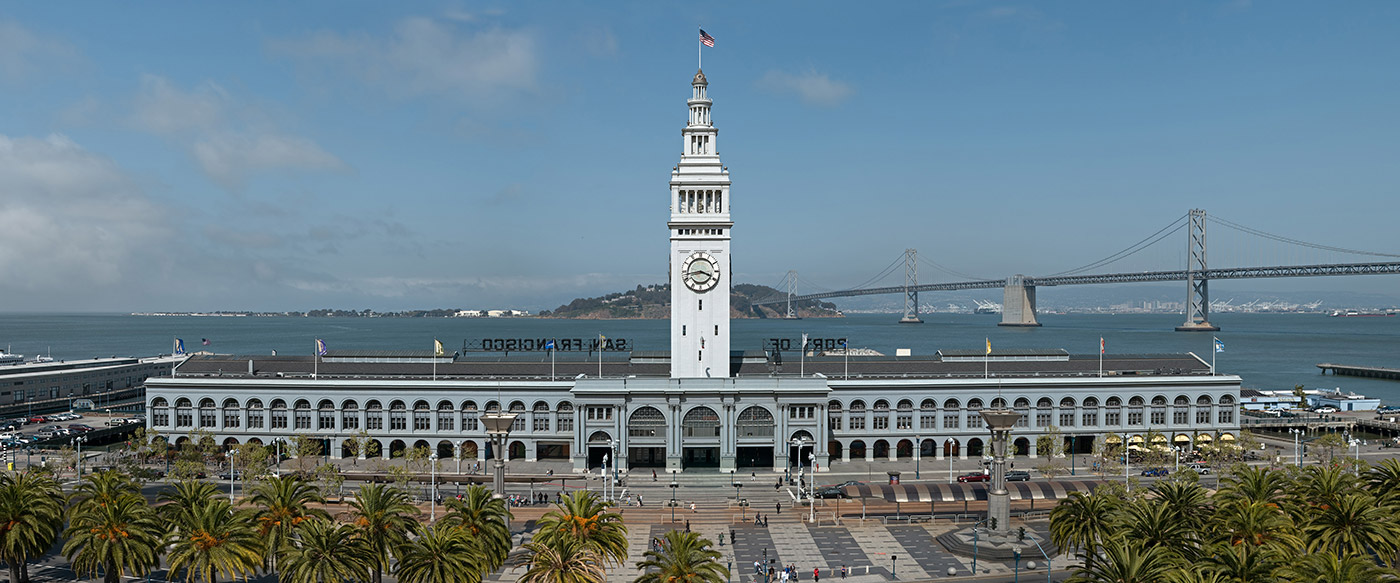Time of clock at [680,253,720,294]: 3:43
